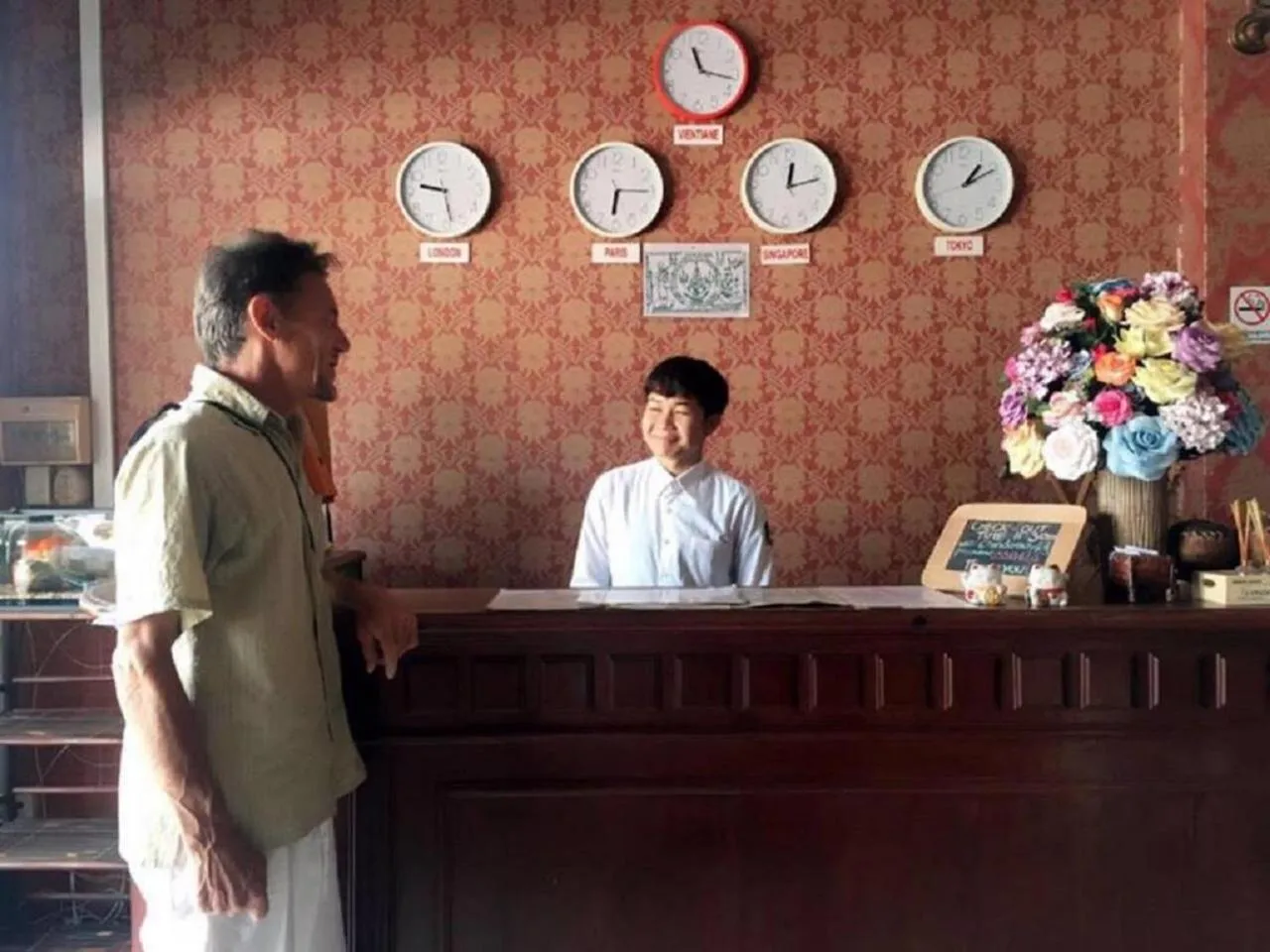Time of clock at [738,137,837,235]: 12:12
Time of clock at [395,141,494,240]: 9:28
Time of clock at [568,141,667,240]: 6:15
